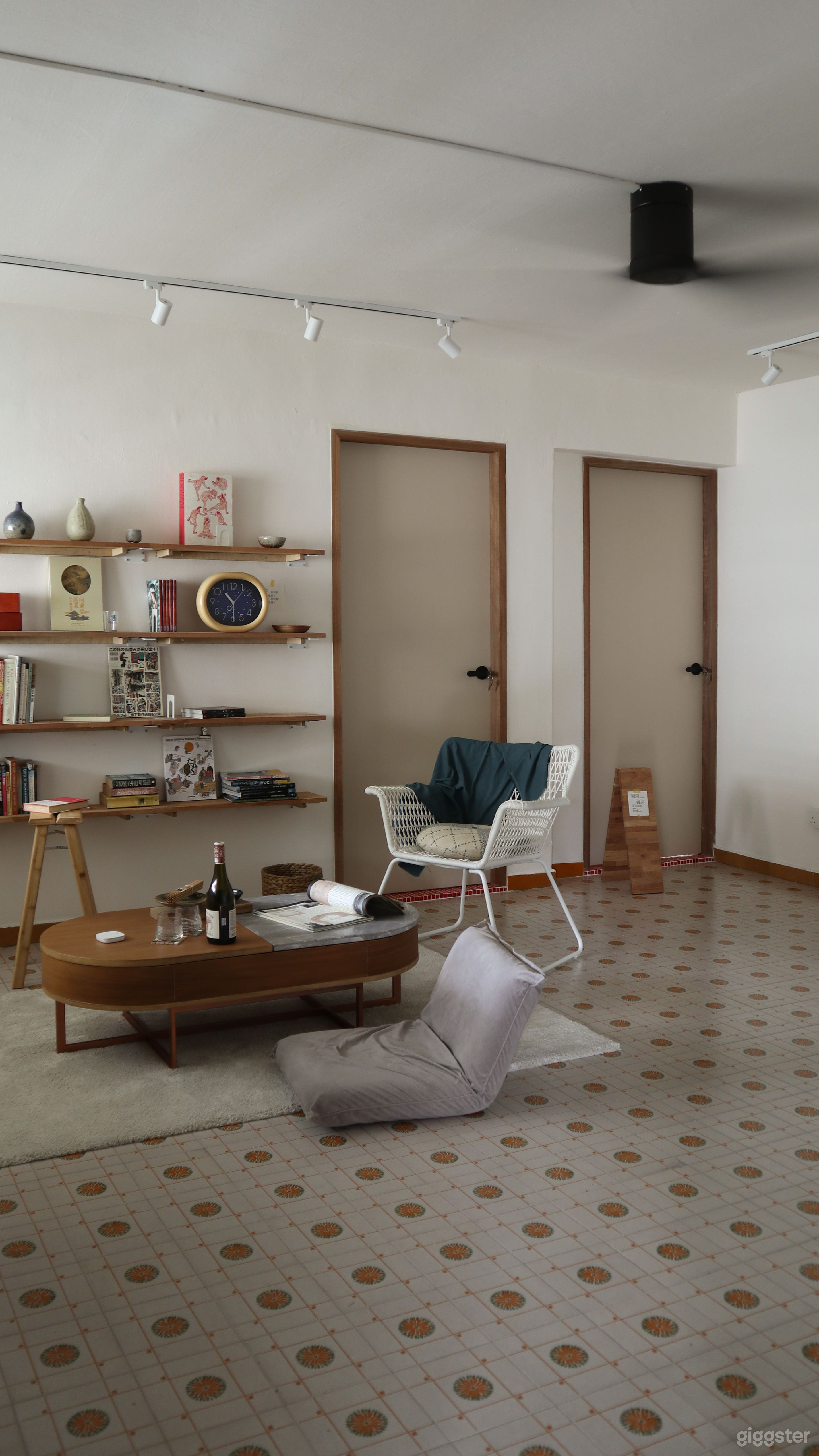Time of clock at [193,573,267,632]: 10:29
